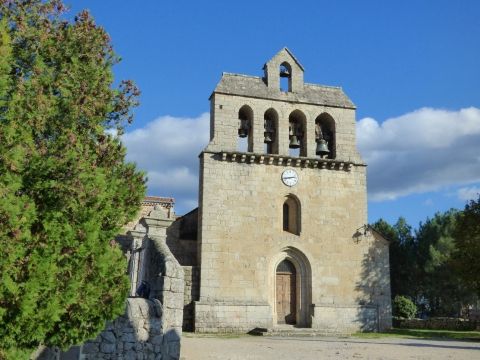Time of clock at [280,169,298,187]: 2:43
